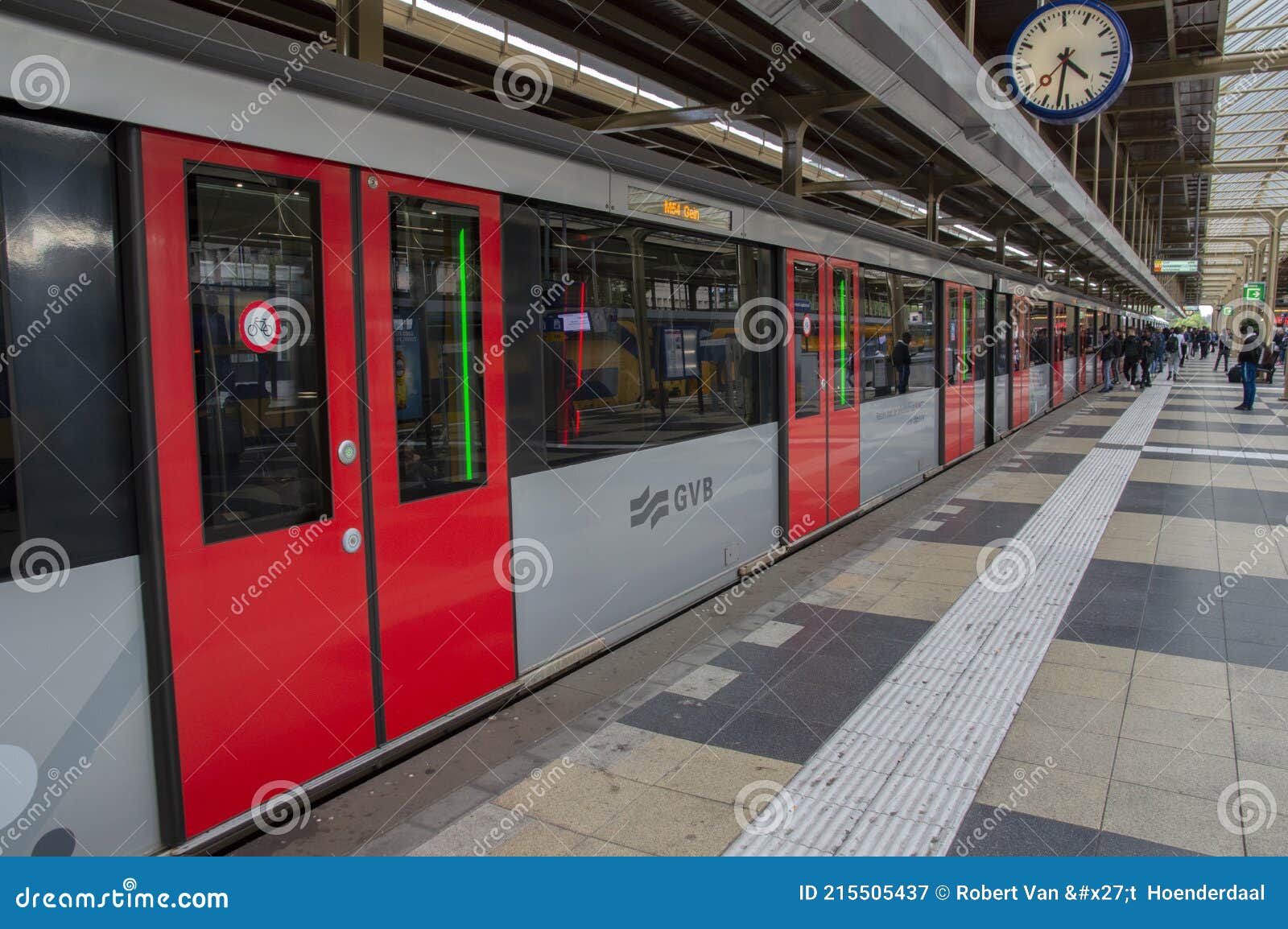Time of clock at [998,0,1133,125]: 4:32
